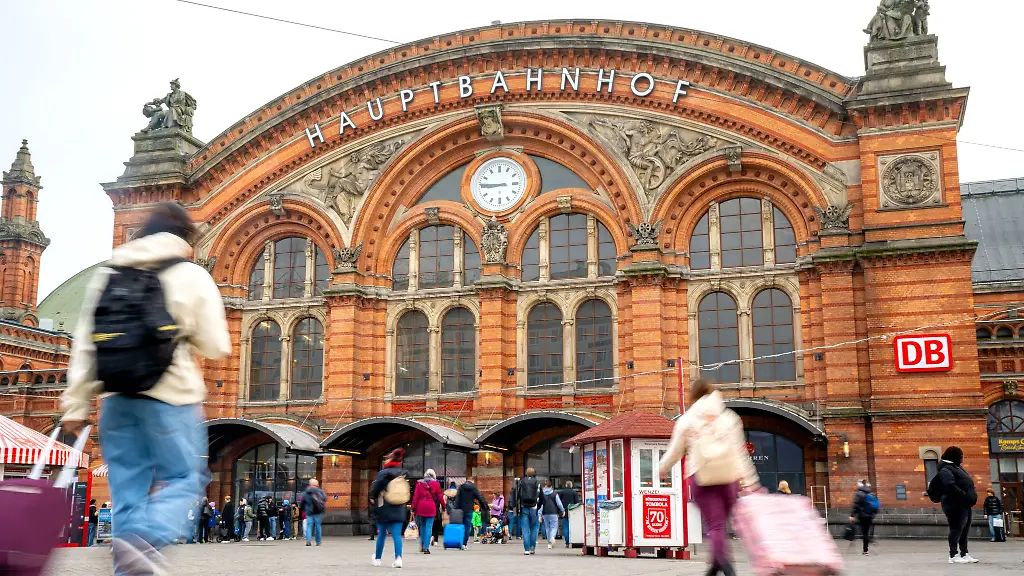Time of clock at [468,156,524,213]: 8:45
